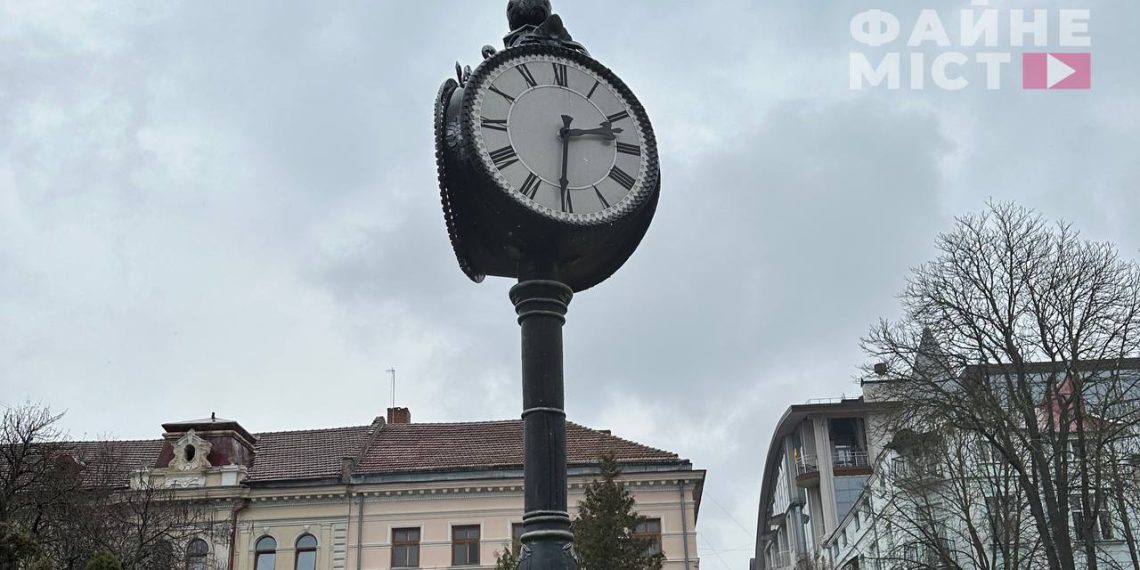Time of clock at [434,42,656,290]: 2:30
